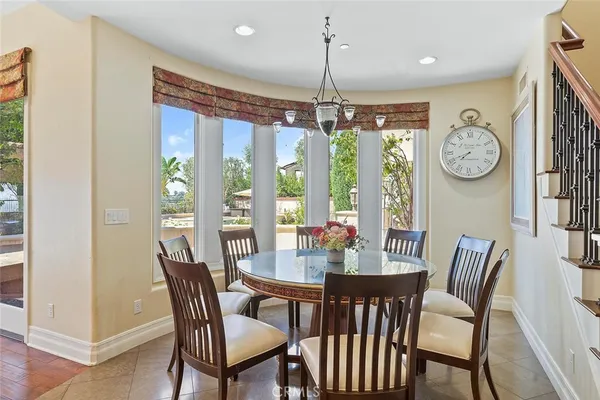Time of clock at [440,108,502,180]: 7:41
